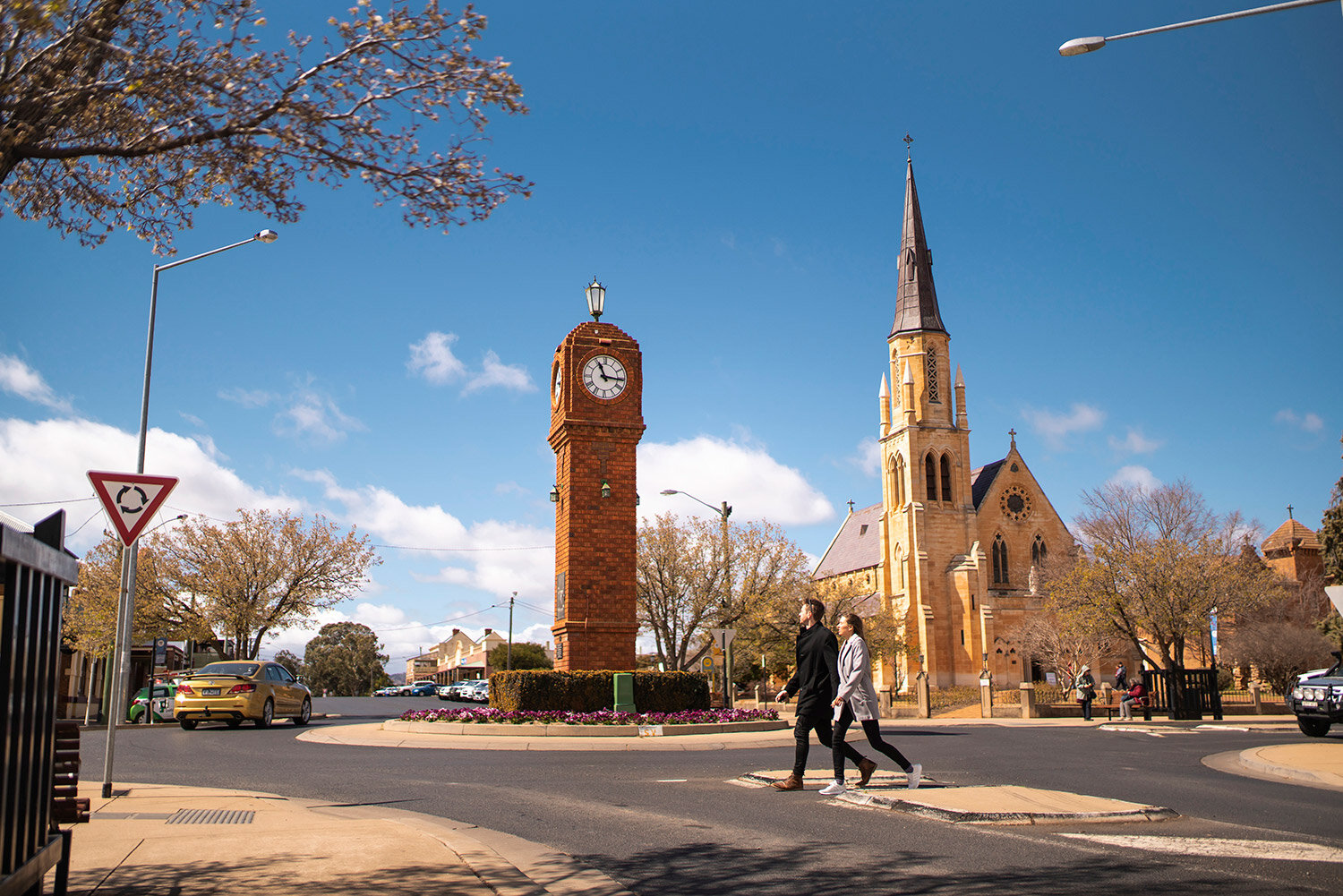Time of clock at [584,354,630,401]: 11:15
